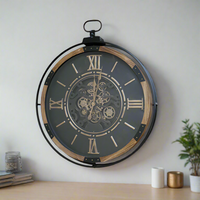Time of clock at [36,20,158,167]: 7:00
